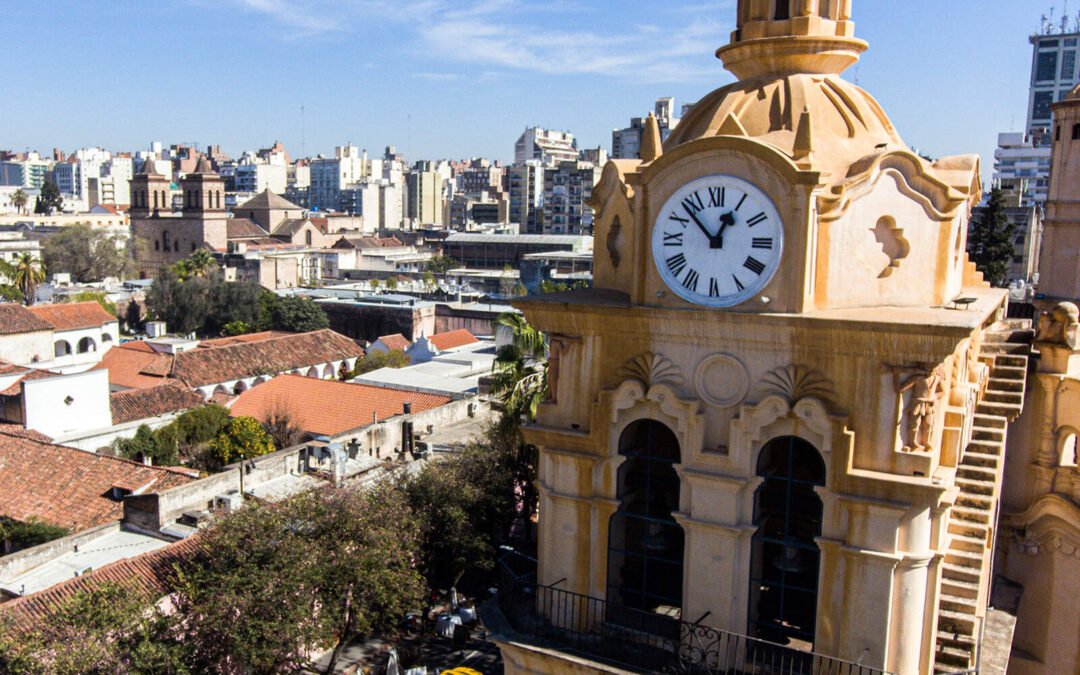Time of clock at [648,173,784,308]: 12:52
